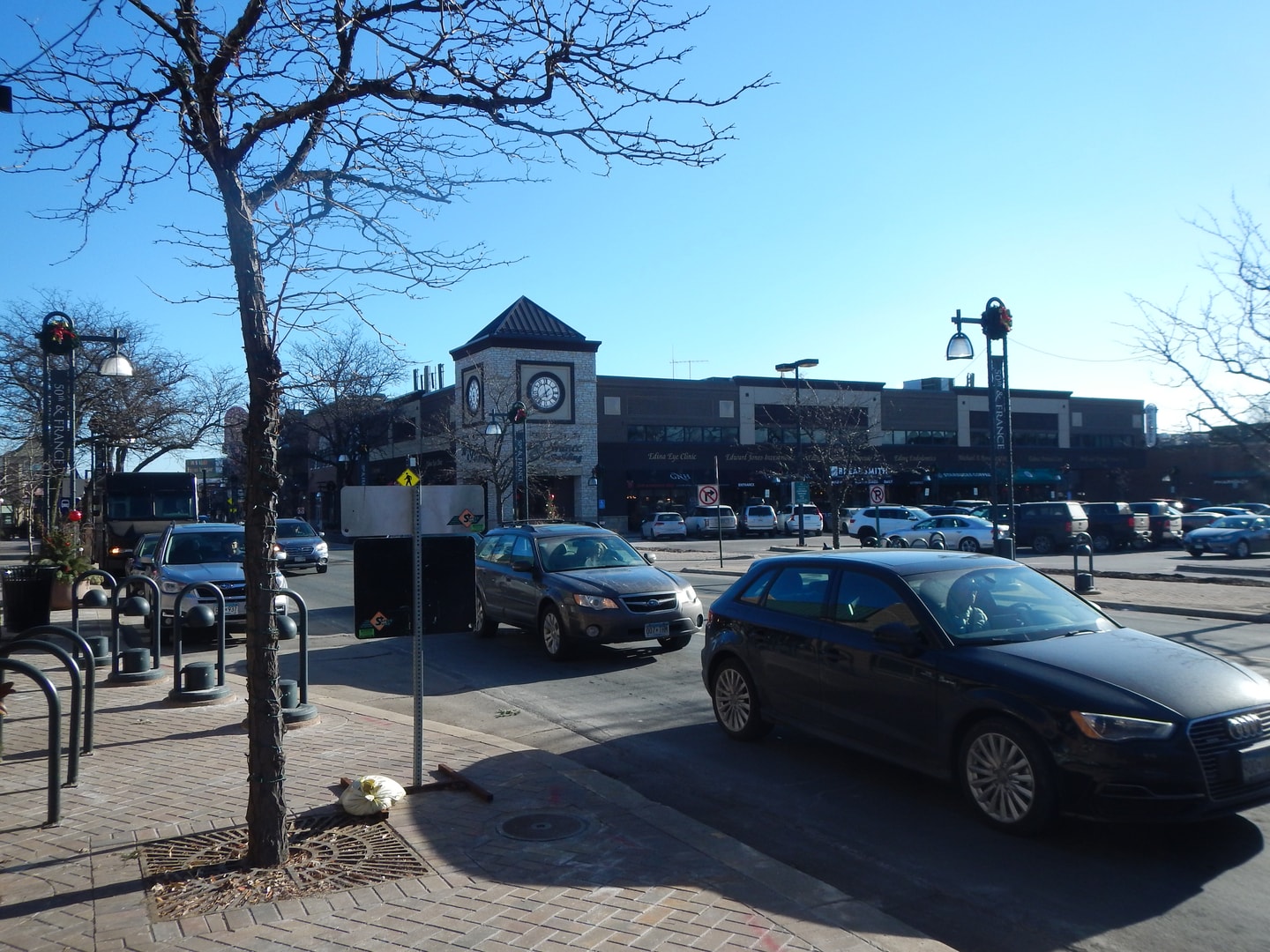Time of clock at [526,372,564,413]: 11:37
